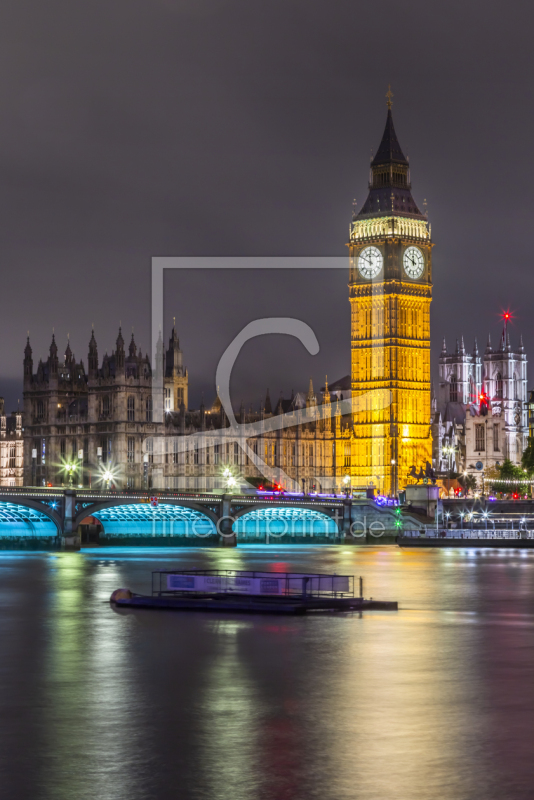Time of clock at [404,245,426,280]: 11:49
